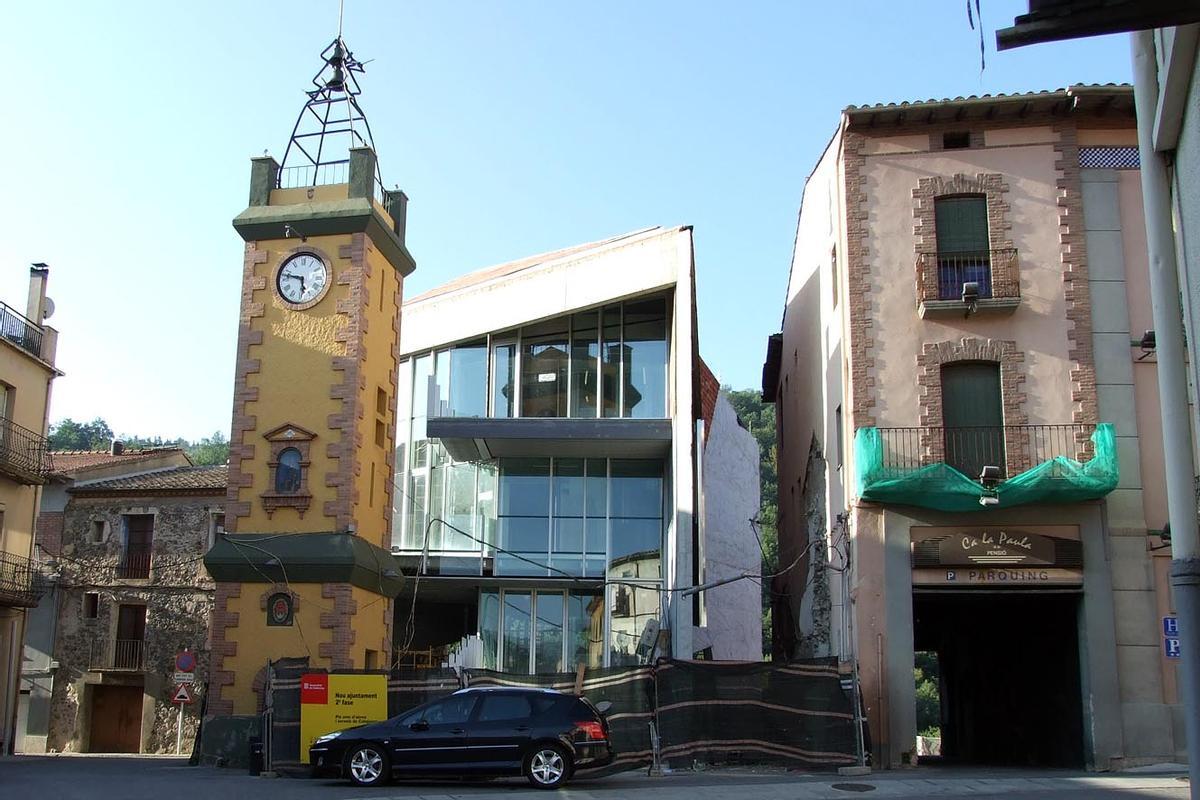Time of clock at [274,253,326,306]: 5:47
